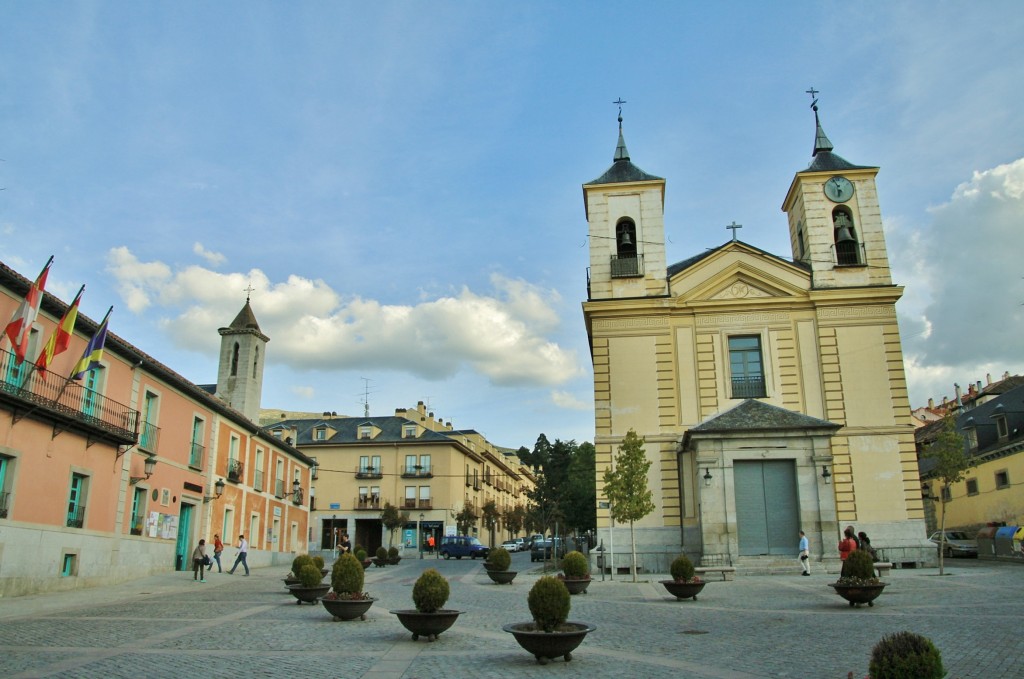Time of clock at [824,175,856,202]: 5:56
